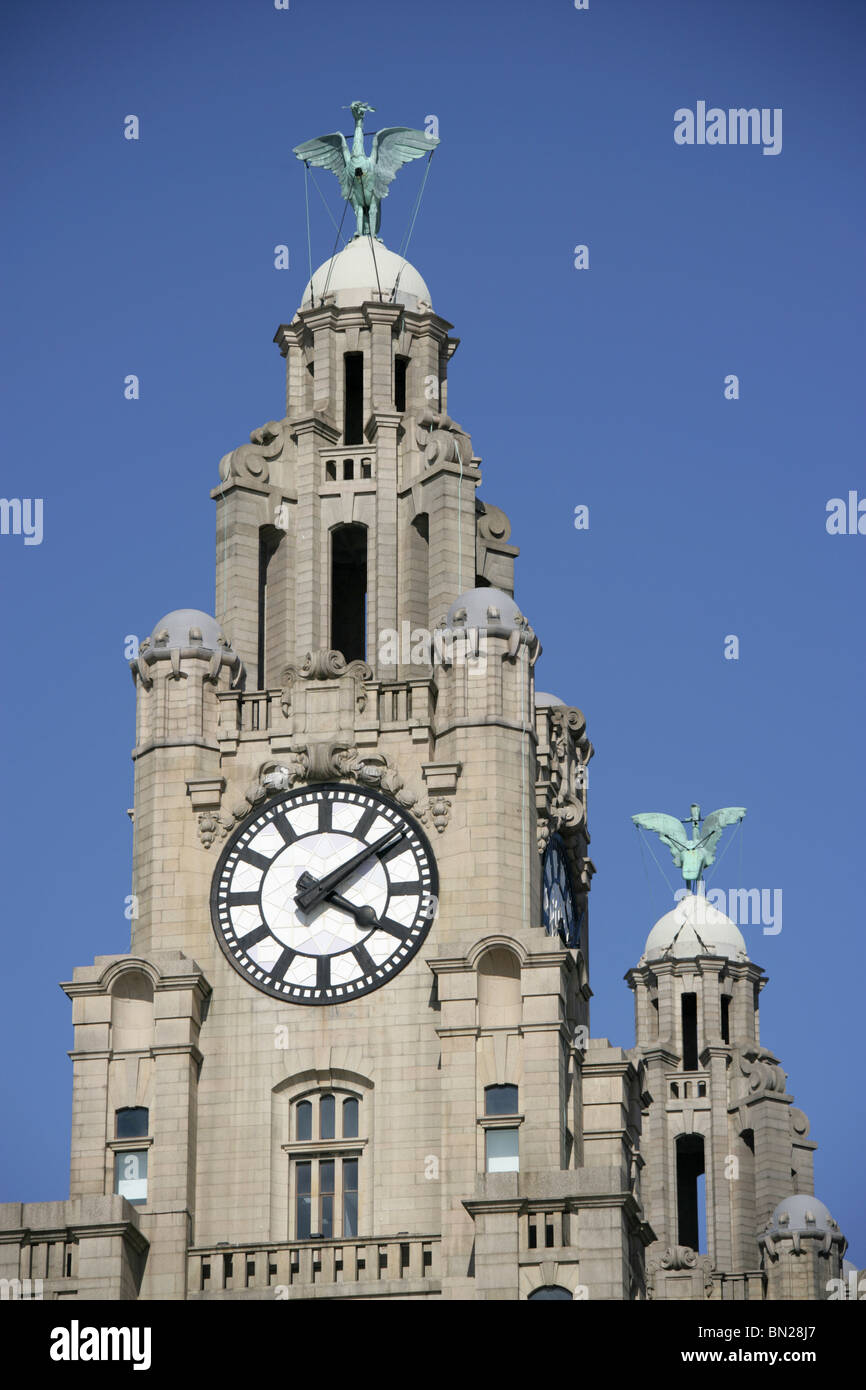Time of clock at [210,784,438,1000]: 4:08
